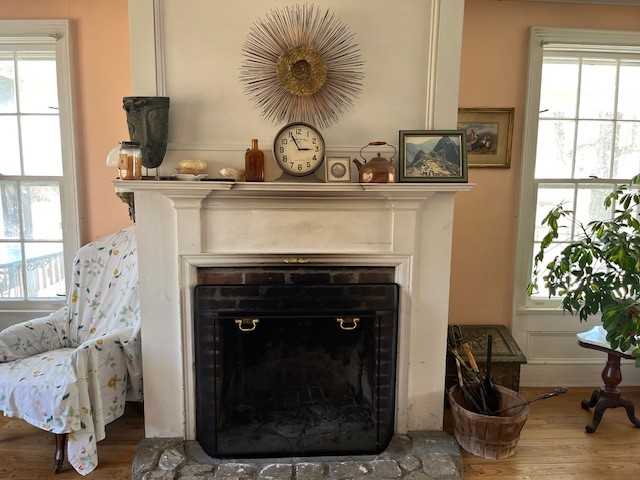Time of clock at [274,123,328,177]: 2:55
